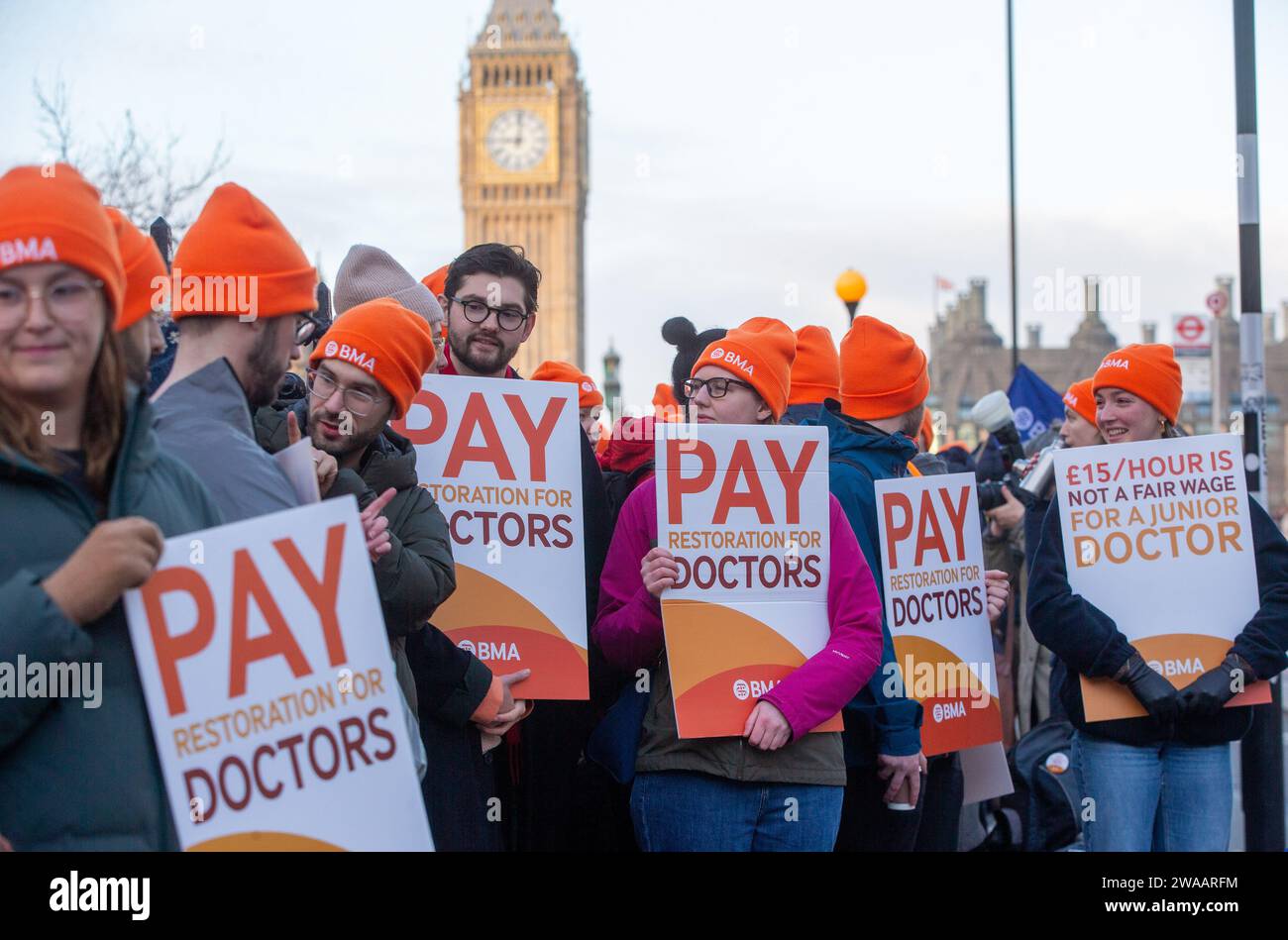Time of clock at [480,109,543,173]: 9:01
